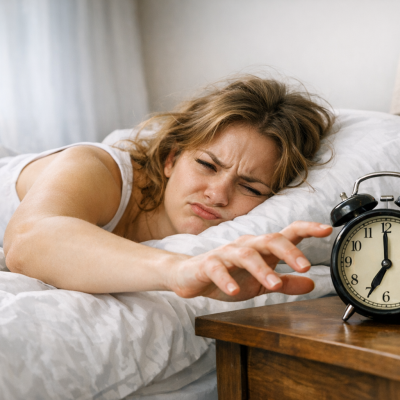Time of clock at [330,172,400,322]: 7:00
